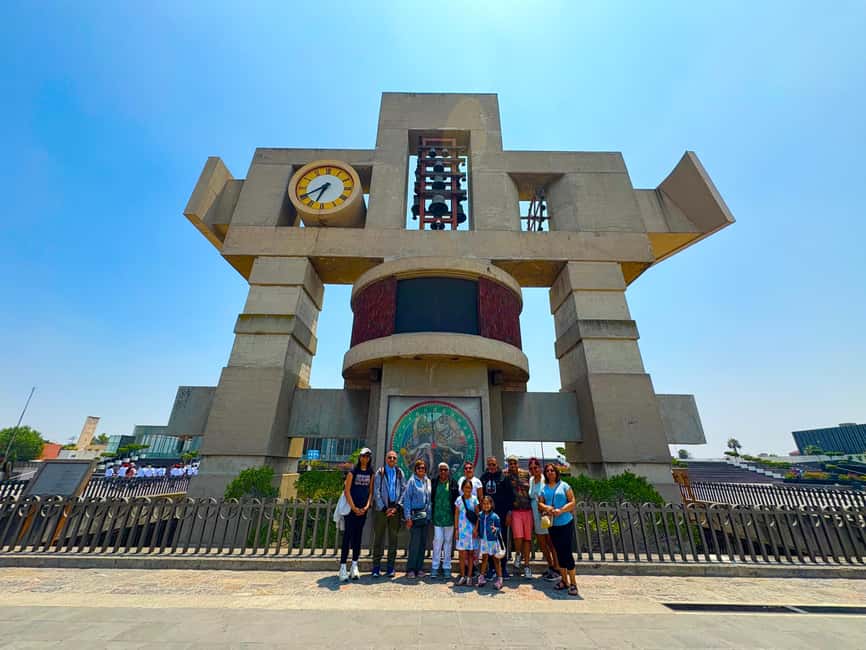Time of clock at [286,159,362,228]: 6:40
